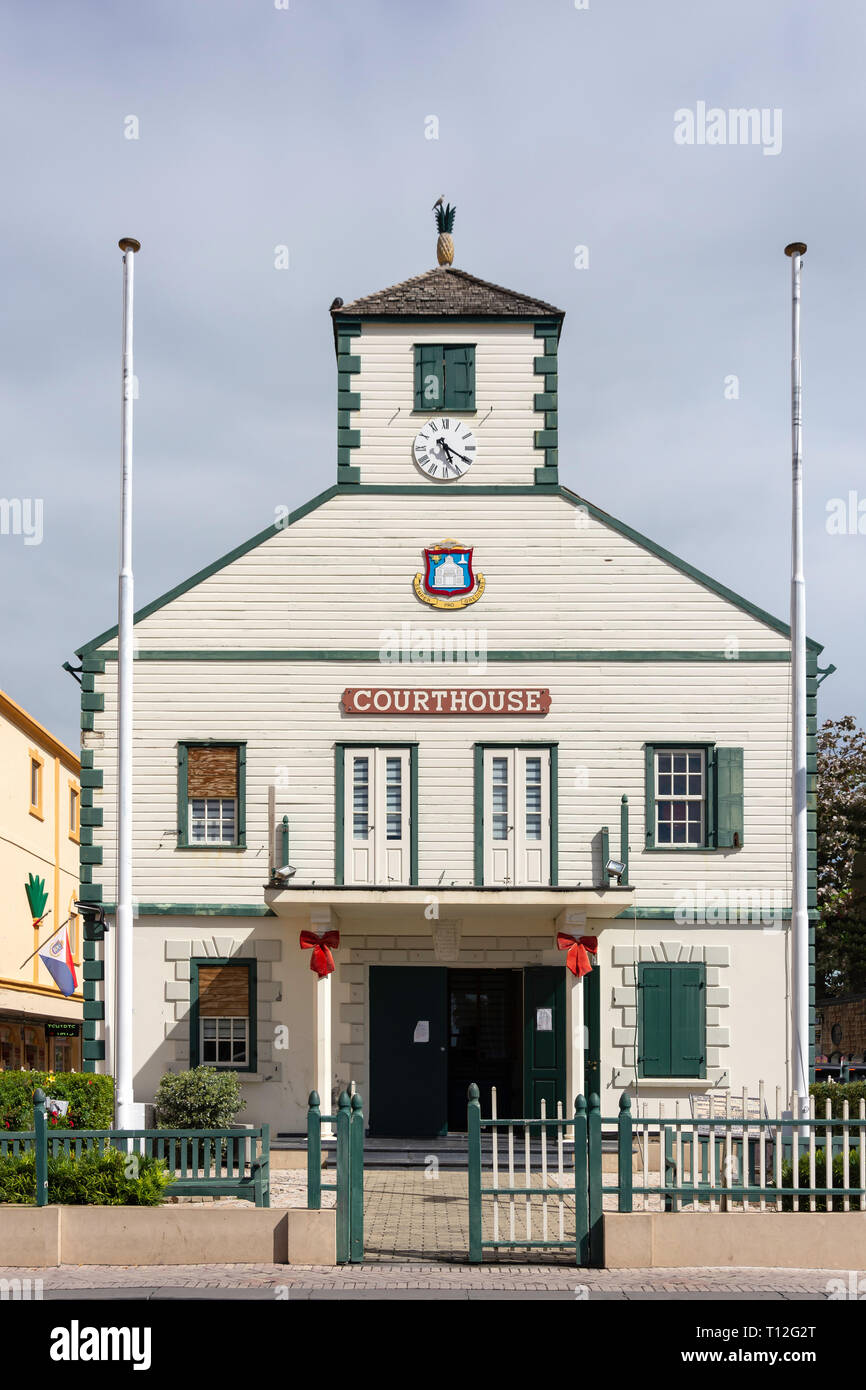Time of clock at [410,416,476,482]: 5:20
